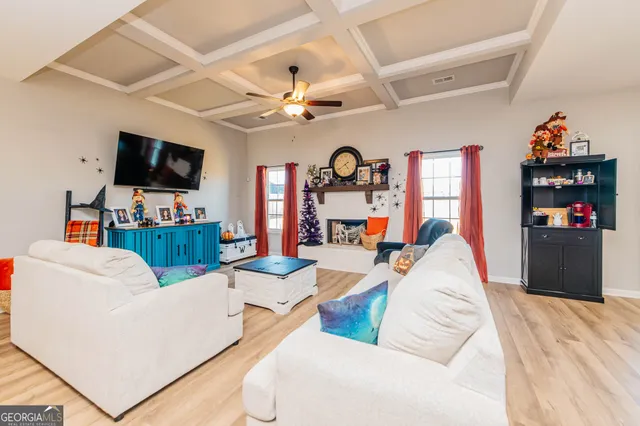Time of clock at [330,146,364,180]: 4:39
